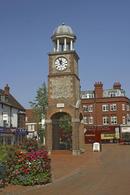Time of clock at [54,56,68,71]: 11:55
